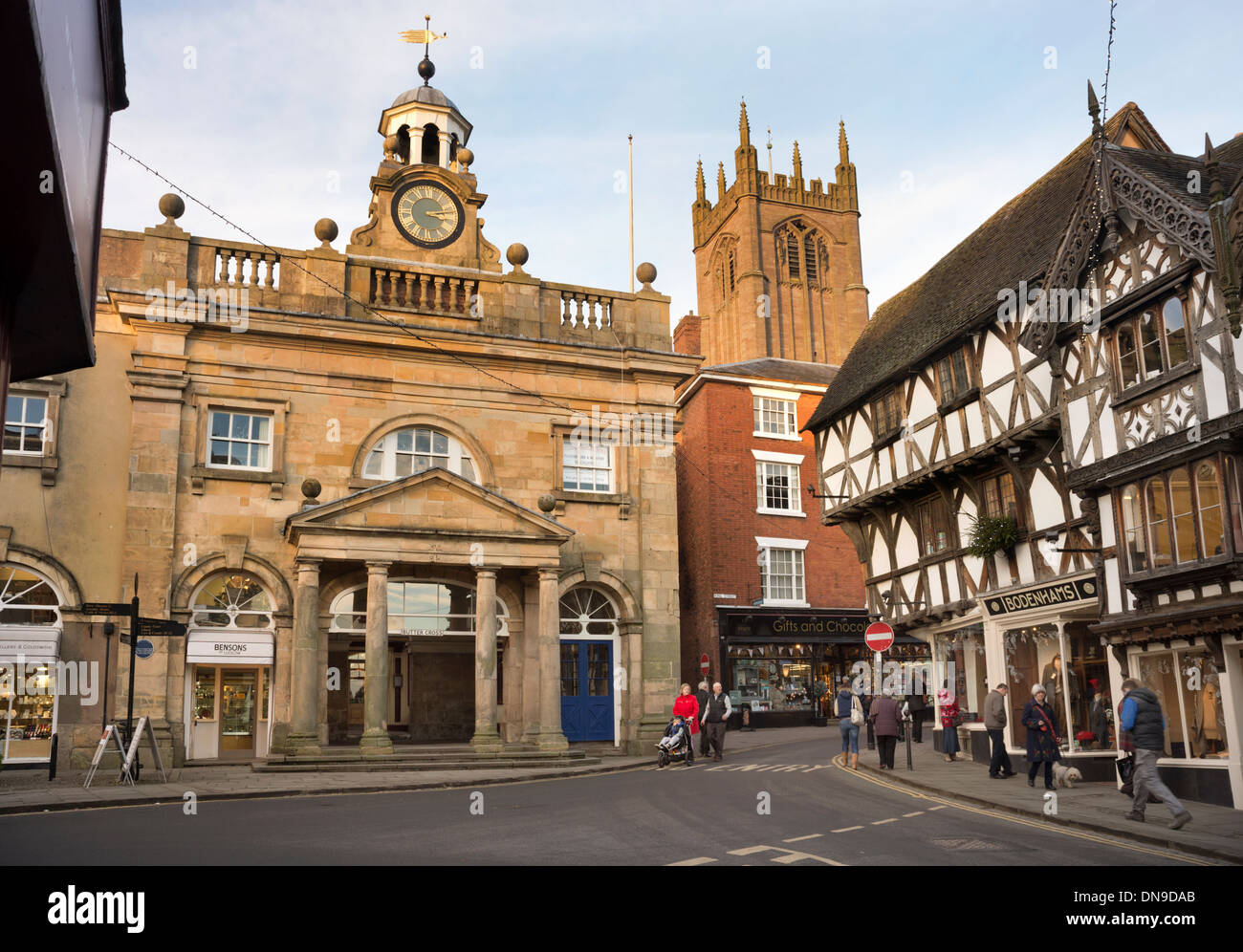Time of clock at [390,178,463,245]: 3:13
